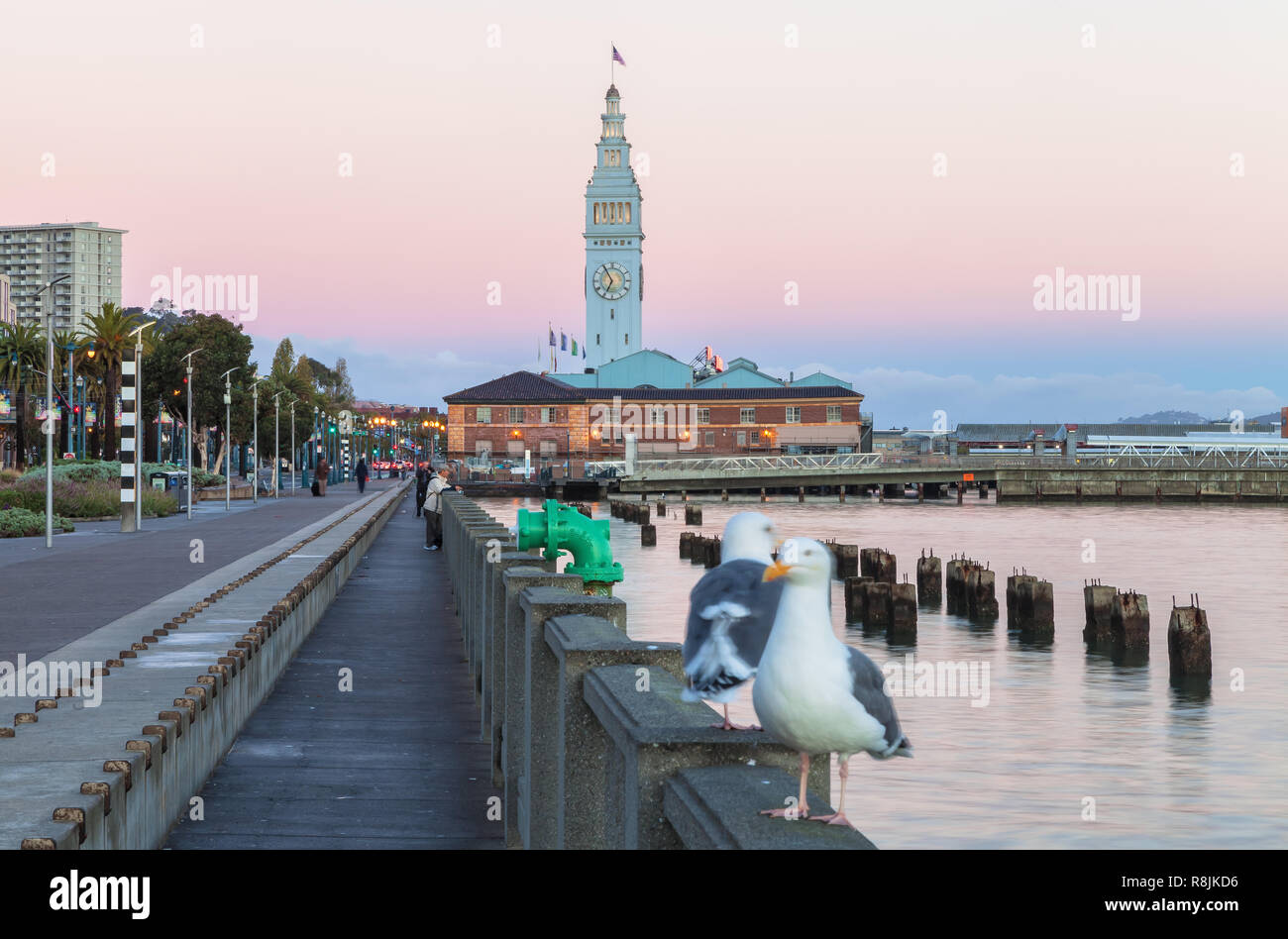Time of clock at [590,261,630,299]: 6:55
